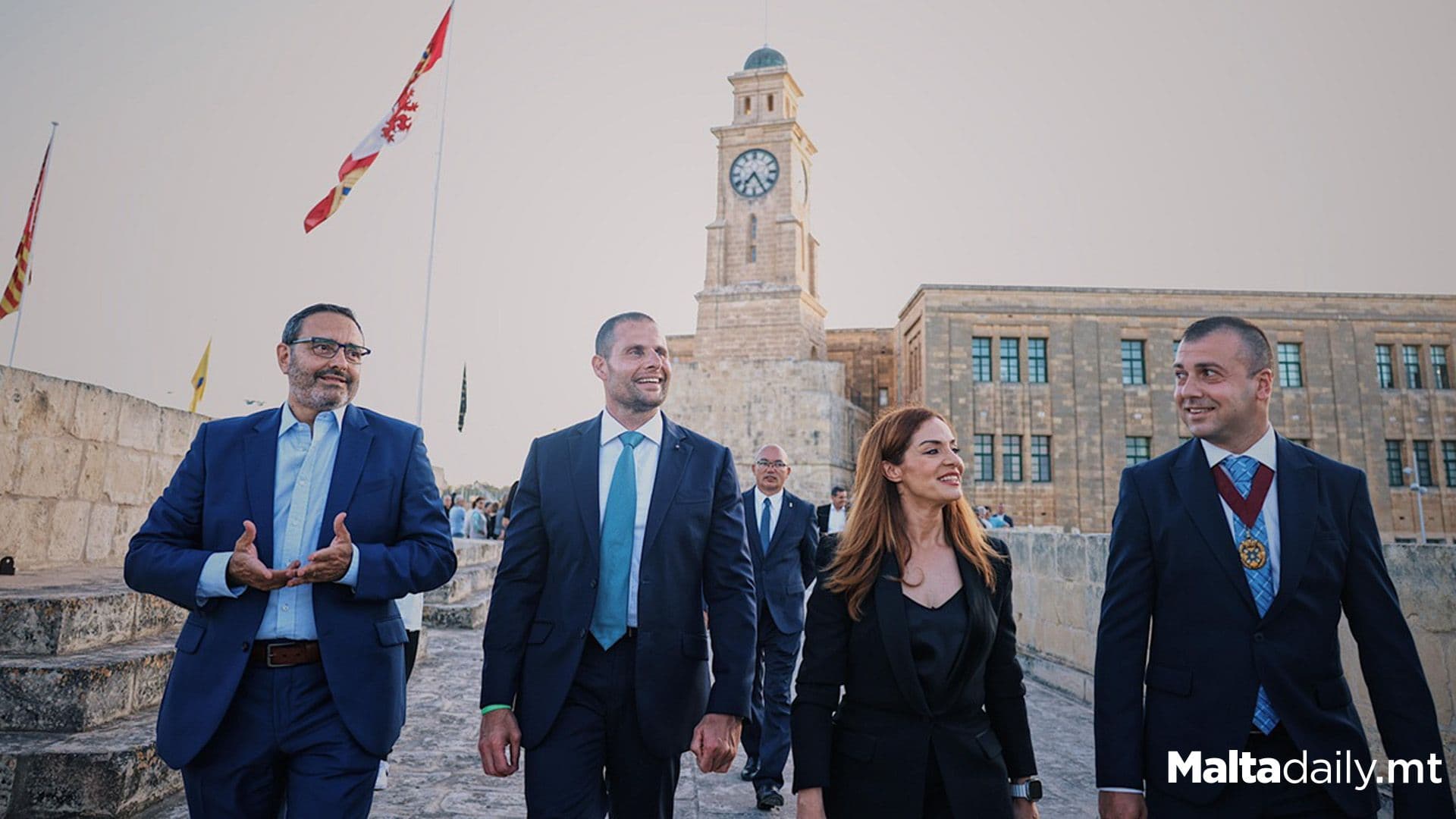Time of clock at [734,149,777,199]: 7:24
